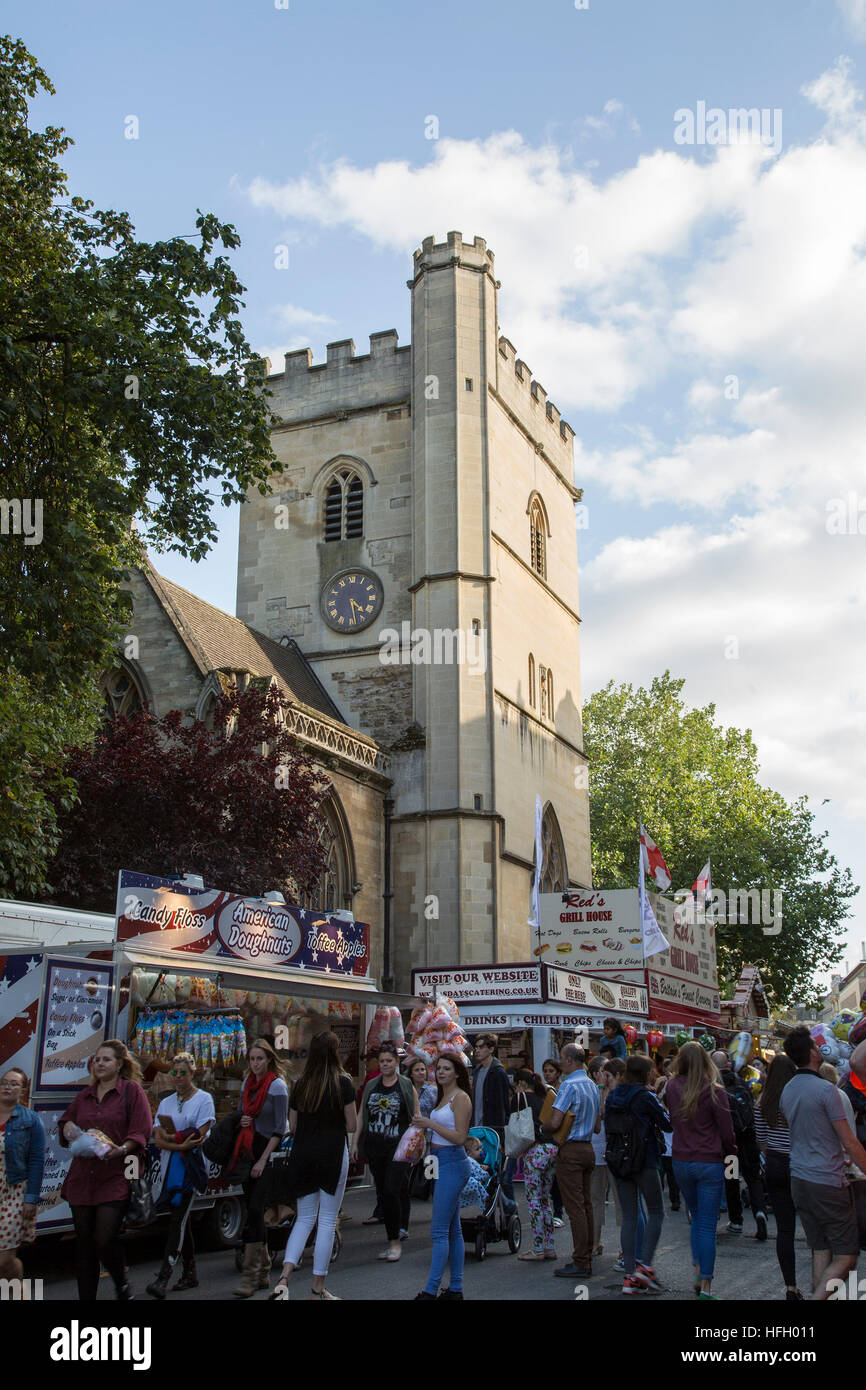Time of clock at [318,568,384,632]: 4:28
